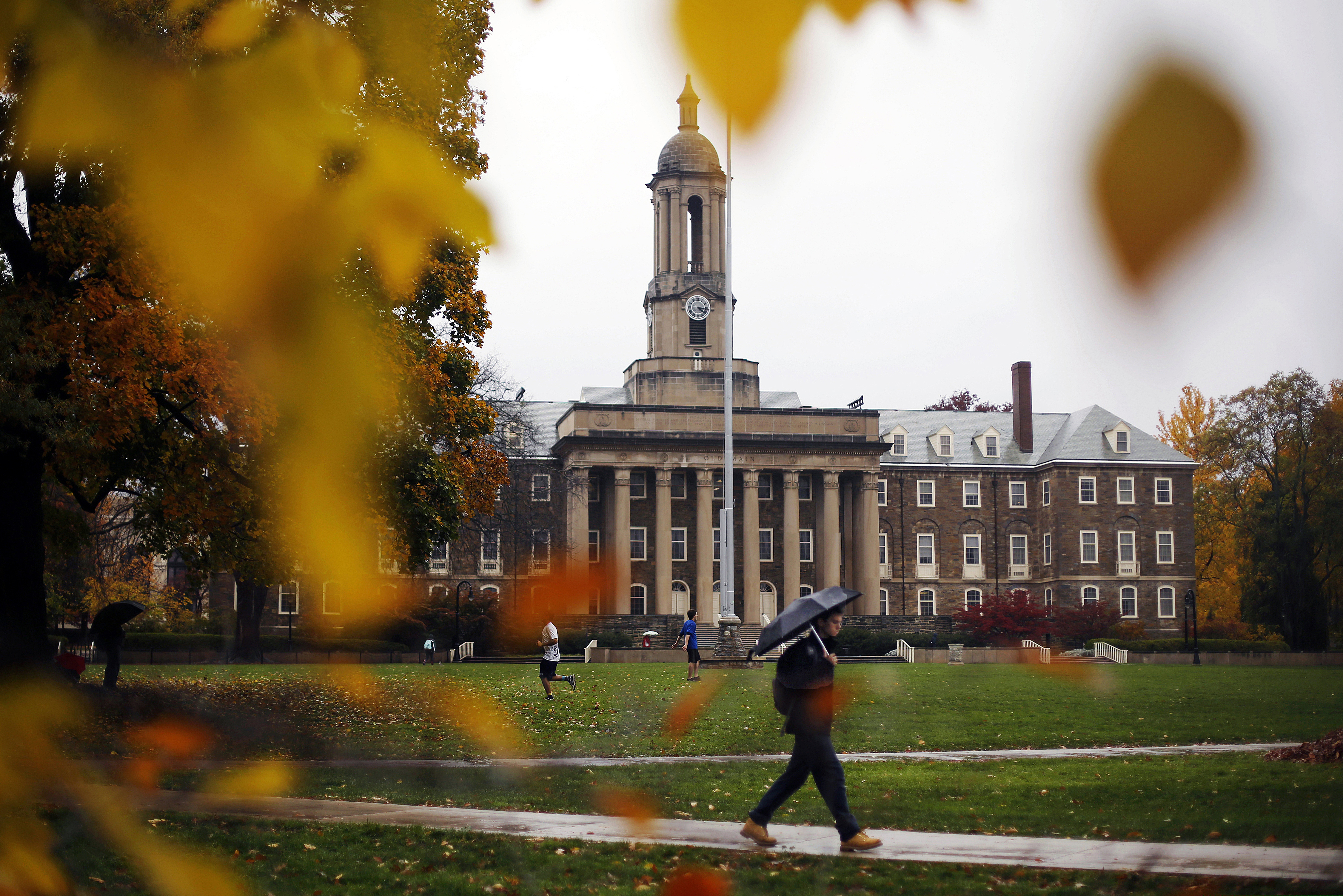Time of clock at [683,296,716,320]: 4:16
